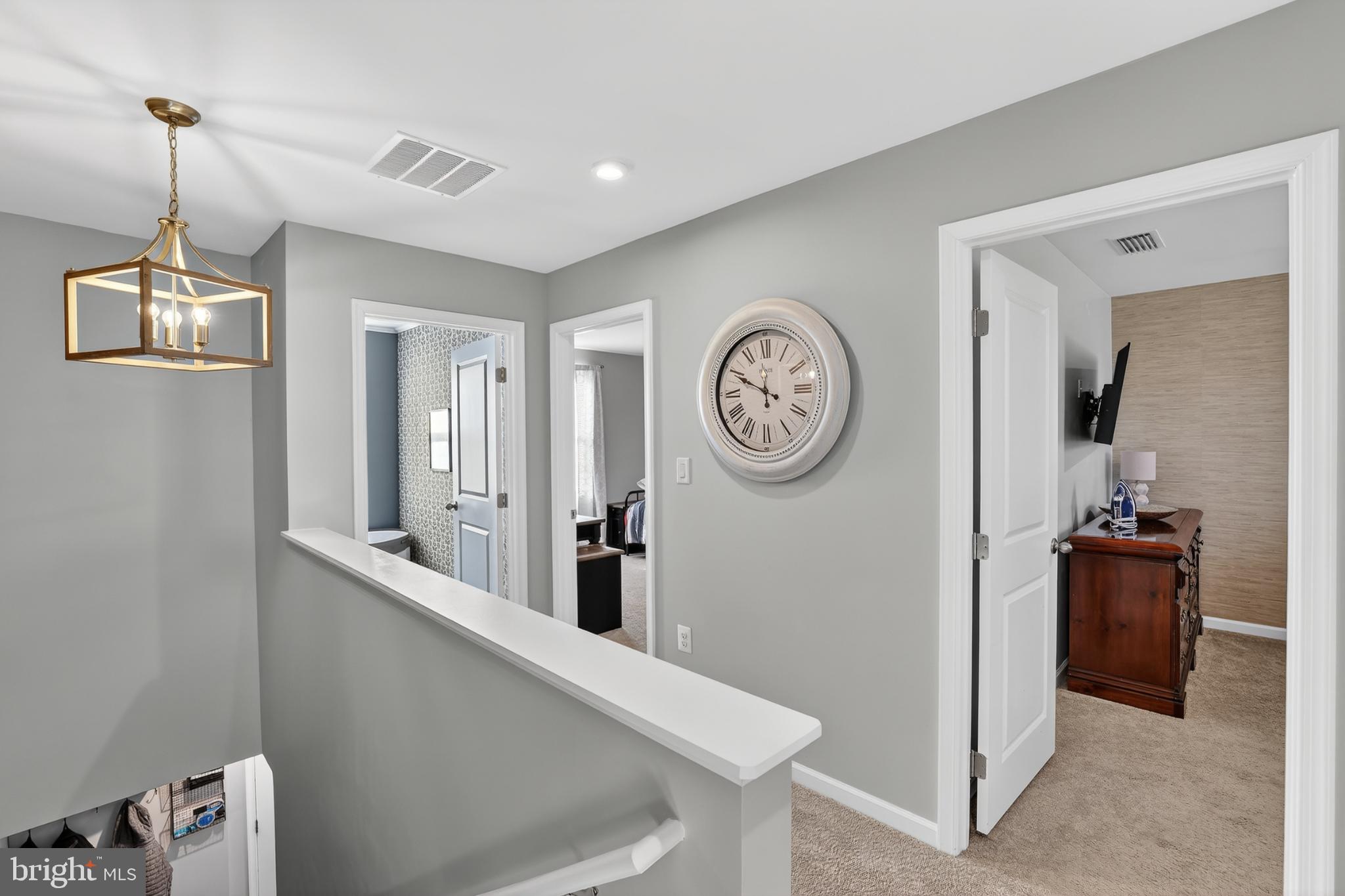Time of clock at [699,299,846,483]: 11:49
